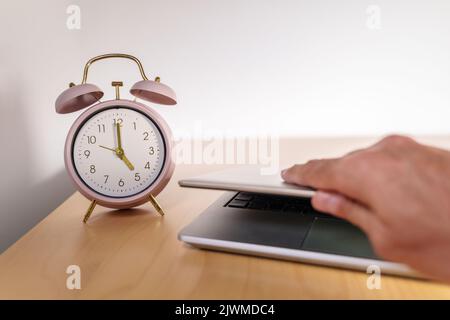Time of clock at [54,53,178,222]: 5:00
